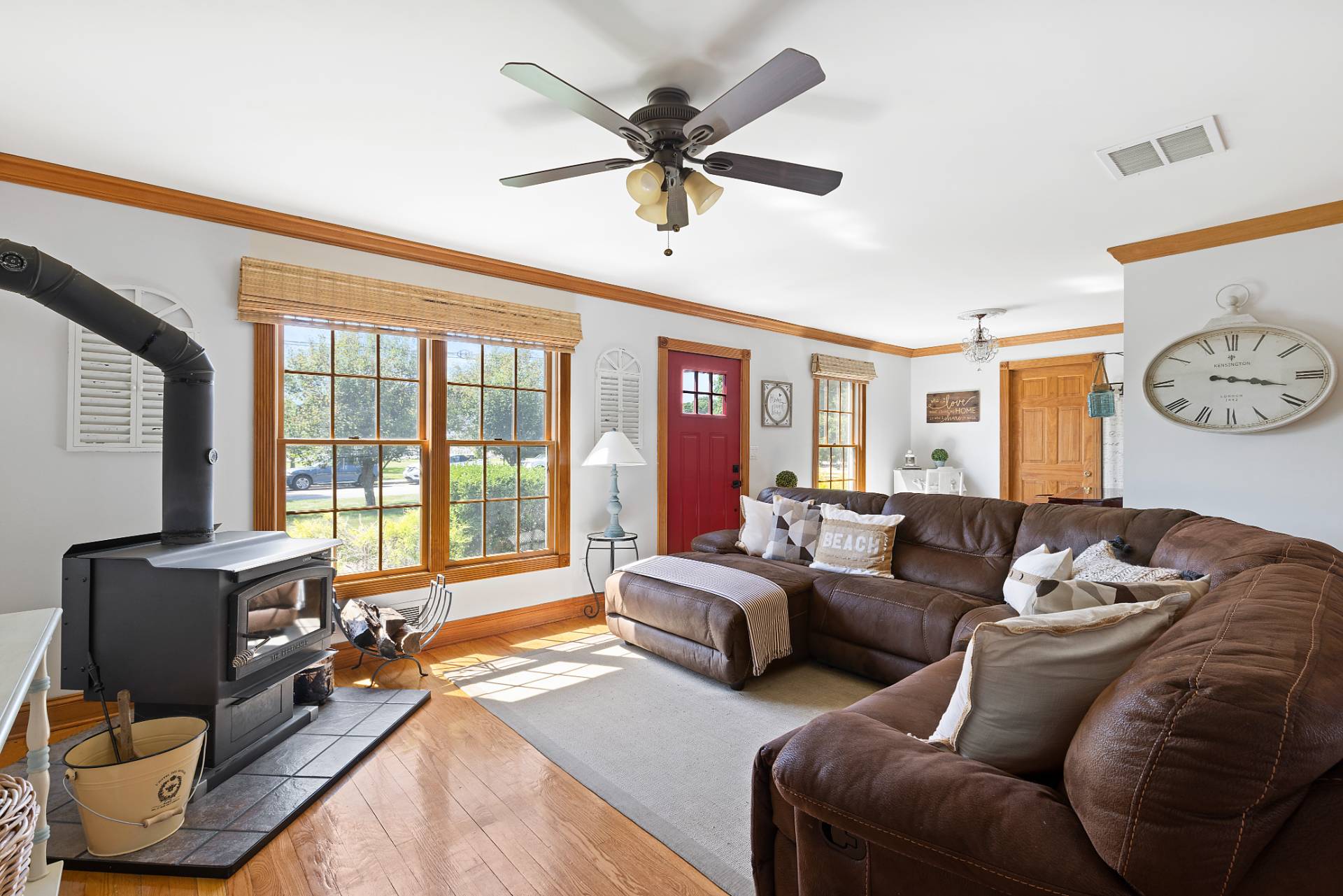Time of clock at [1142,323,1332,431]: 3:17
